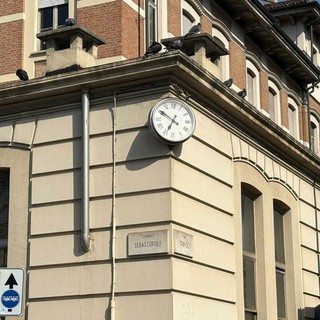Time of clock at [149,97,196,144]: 6:50
